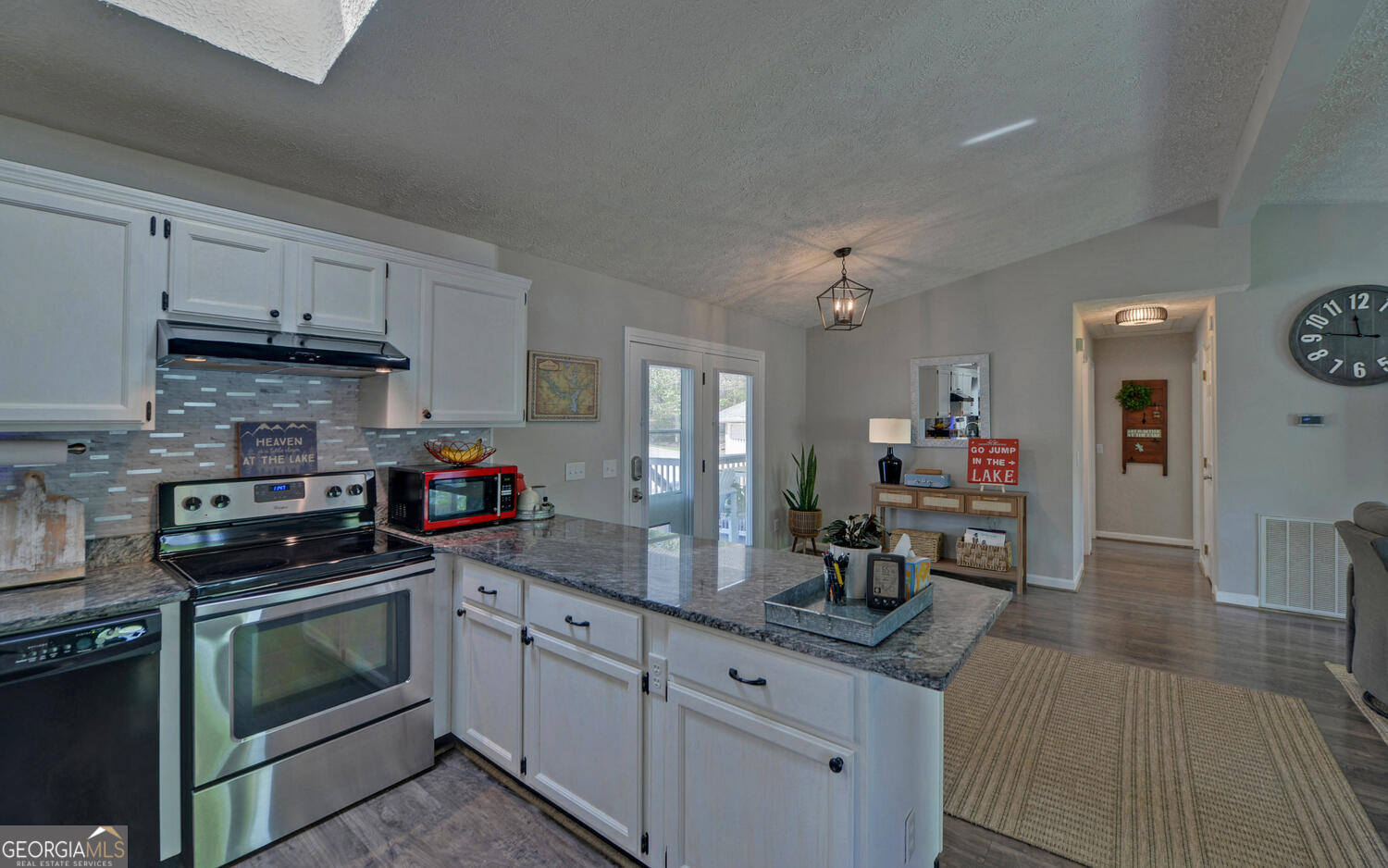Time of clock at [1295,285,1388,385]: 11:46
